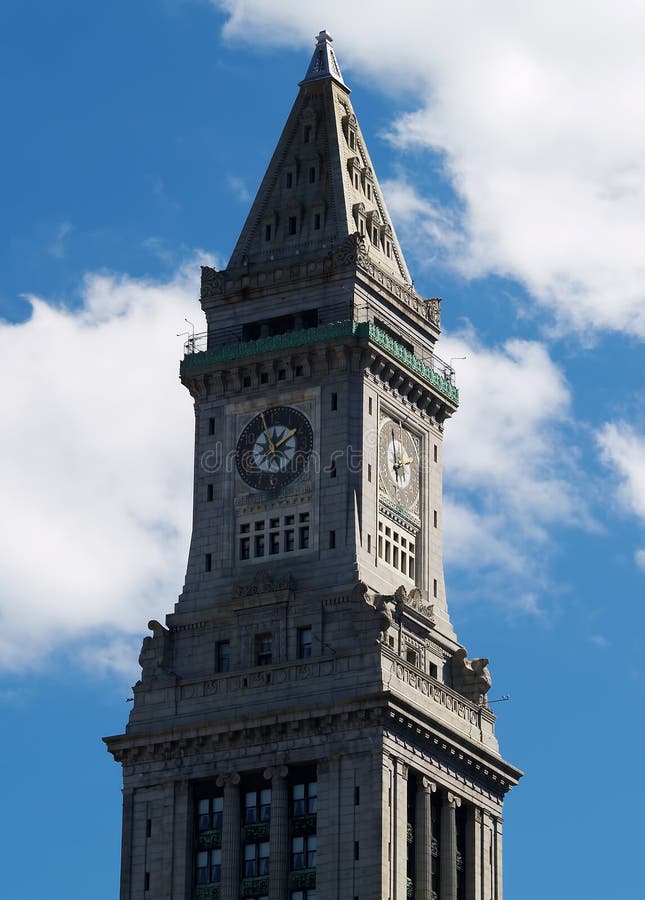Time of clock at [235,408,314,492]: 1:56
